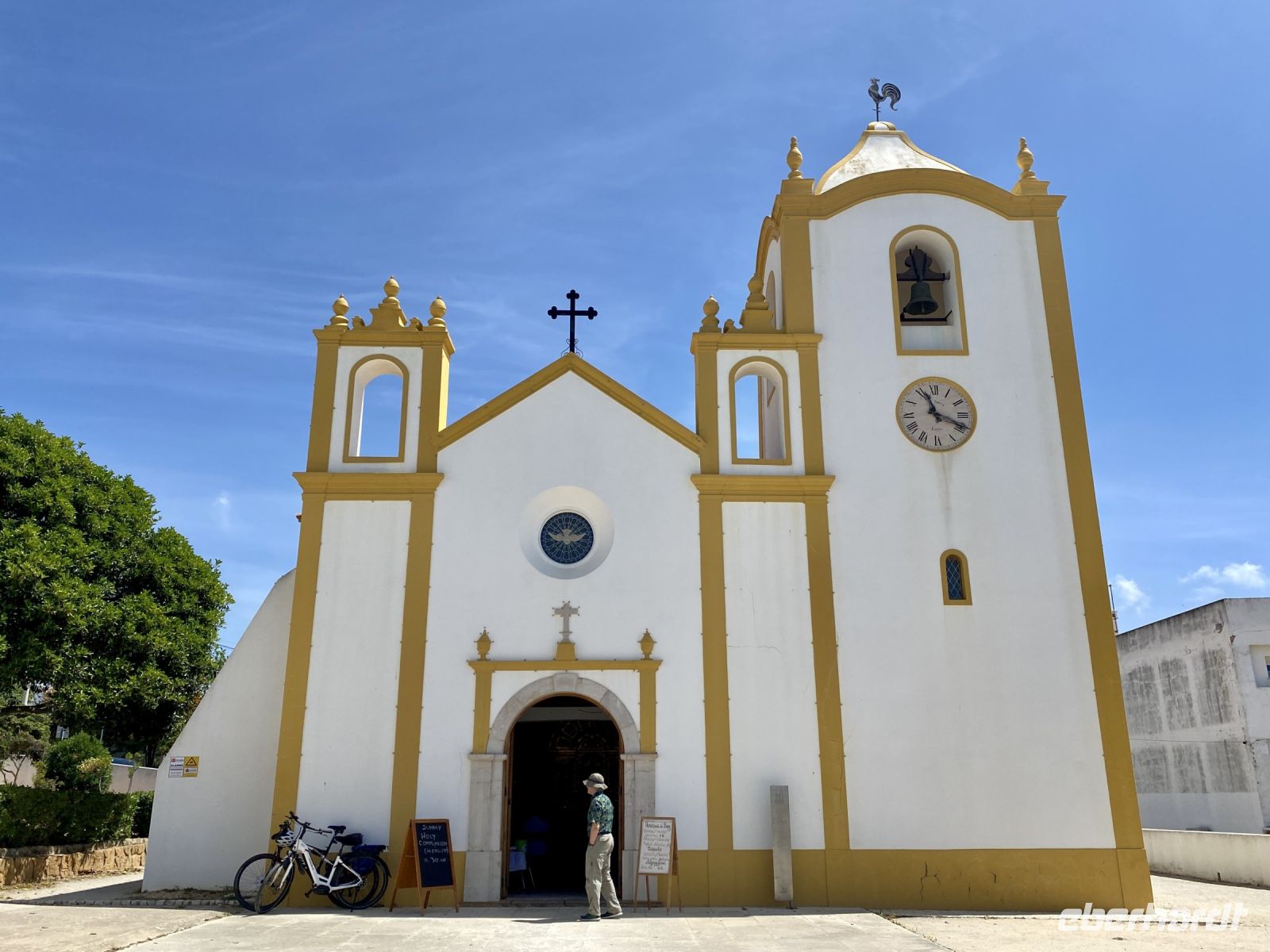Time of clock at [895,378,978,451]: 11:18
